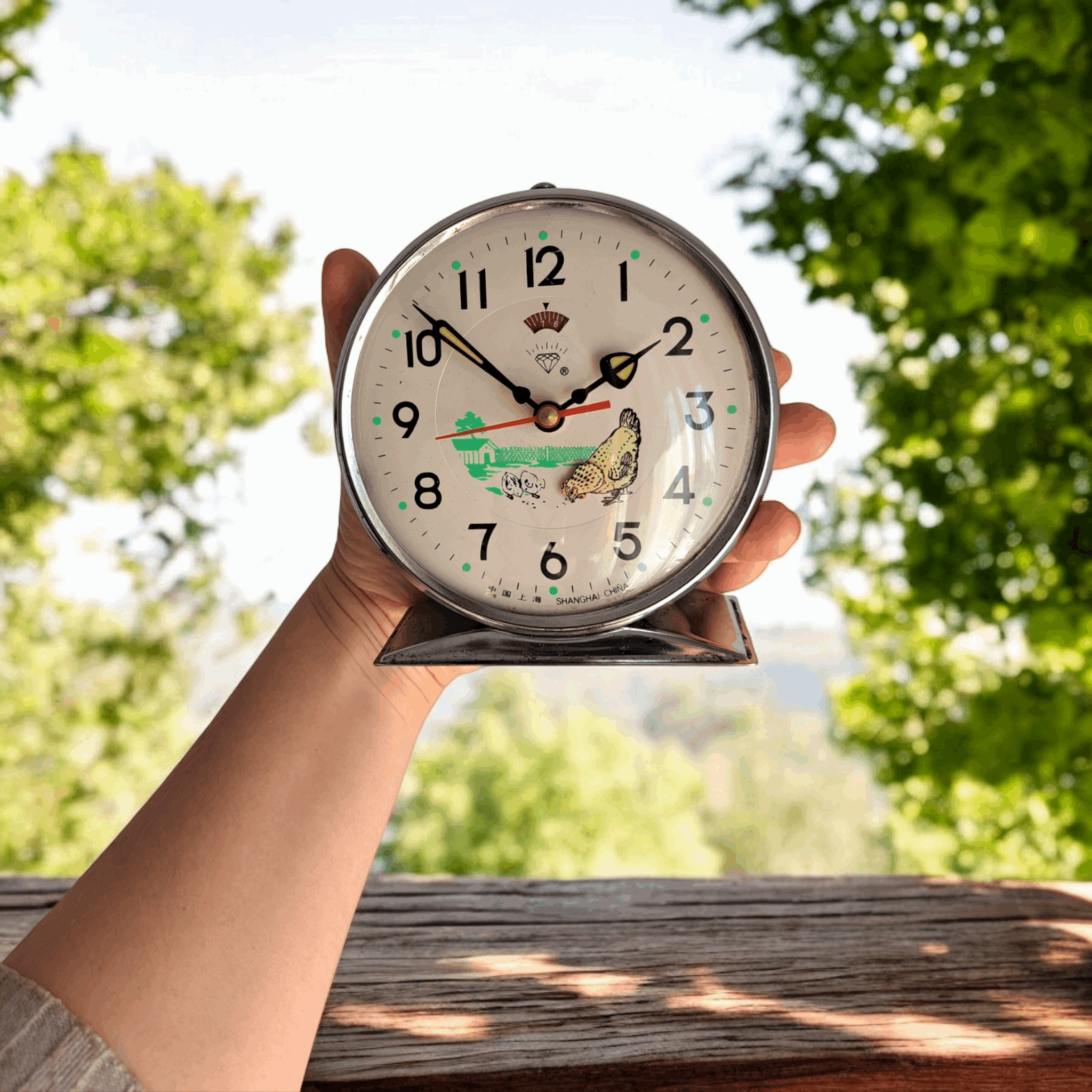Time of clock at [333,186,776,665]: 1:51
